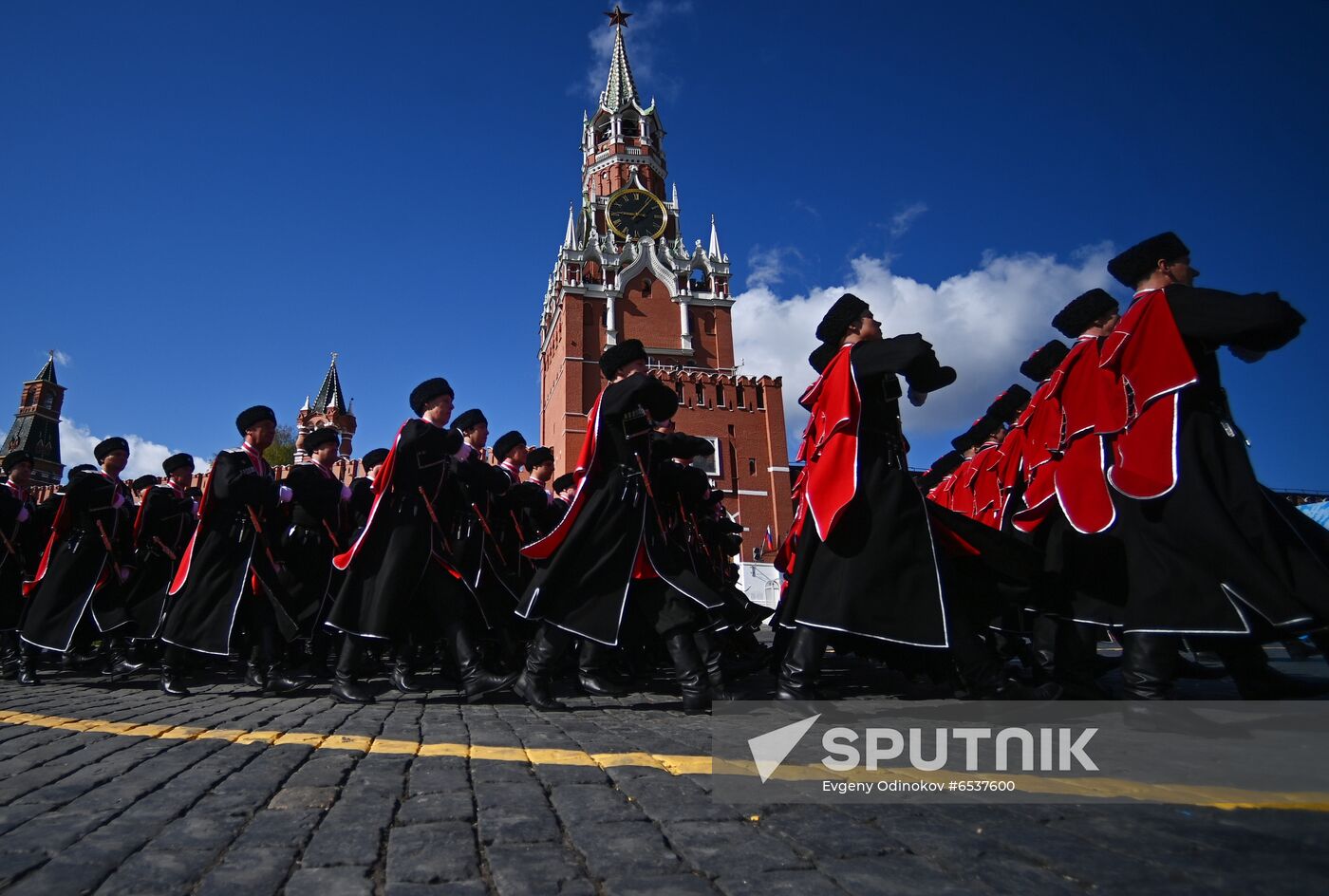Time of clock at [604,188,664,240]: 9:06
